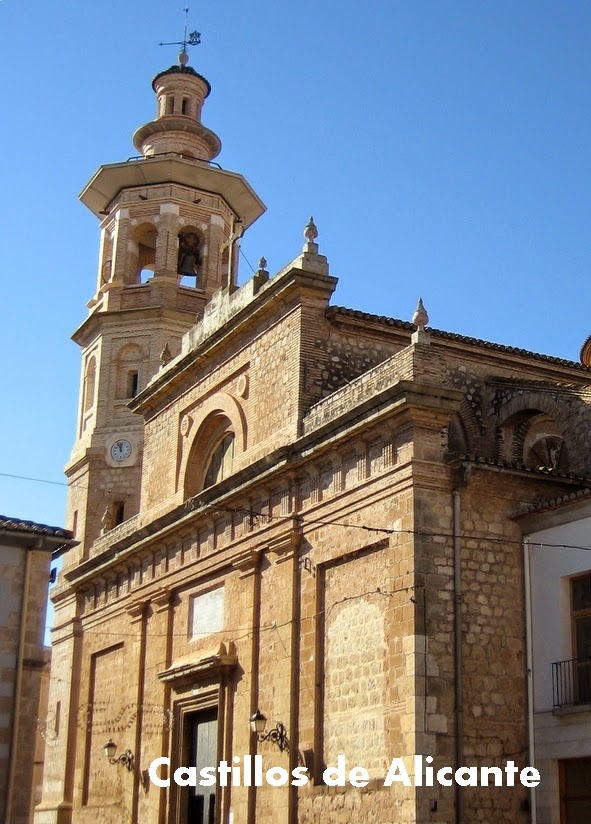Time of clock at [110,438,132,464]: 11:56
